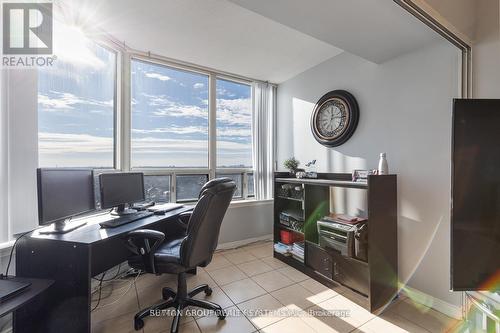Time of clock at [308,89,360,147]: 12:14
